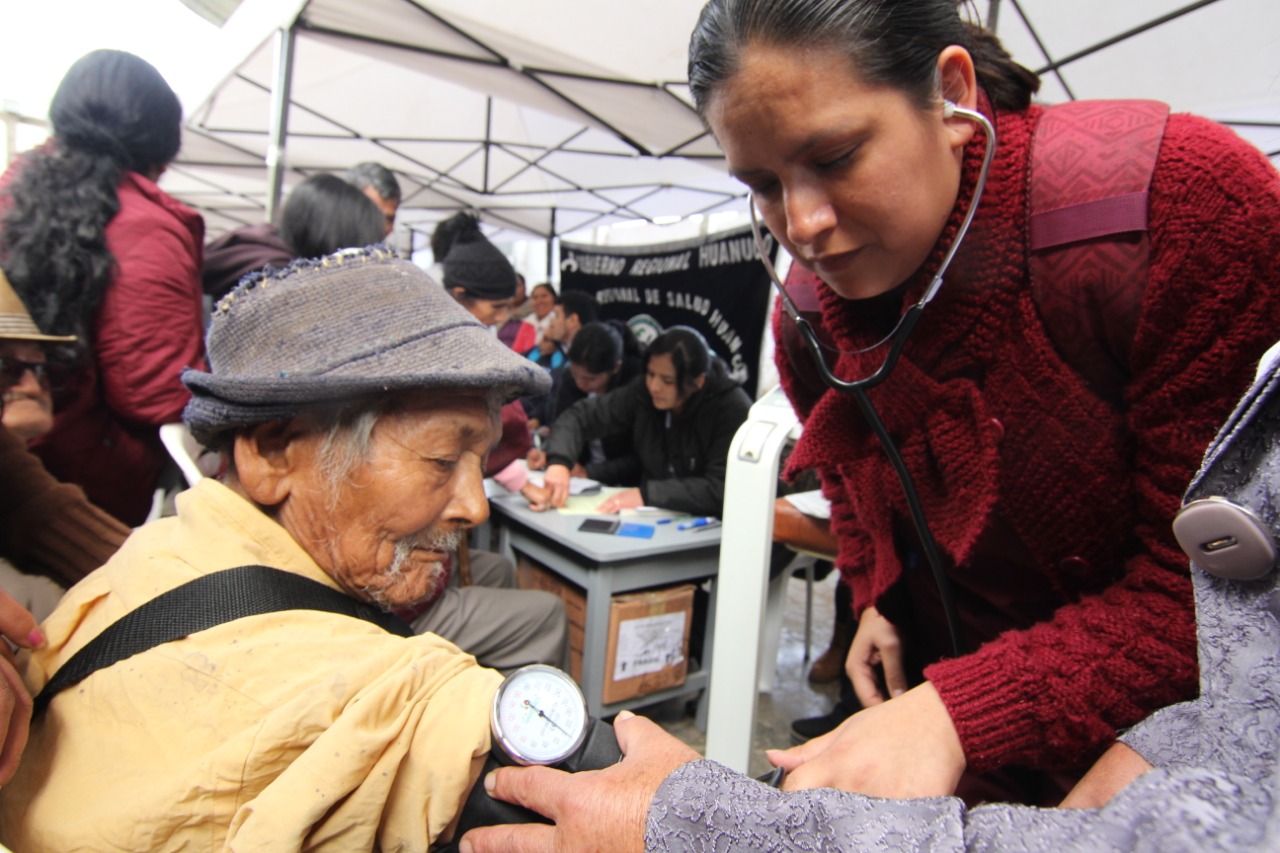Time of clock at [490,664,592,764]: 10:21
